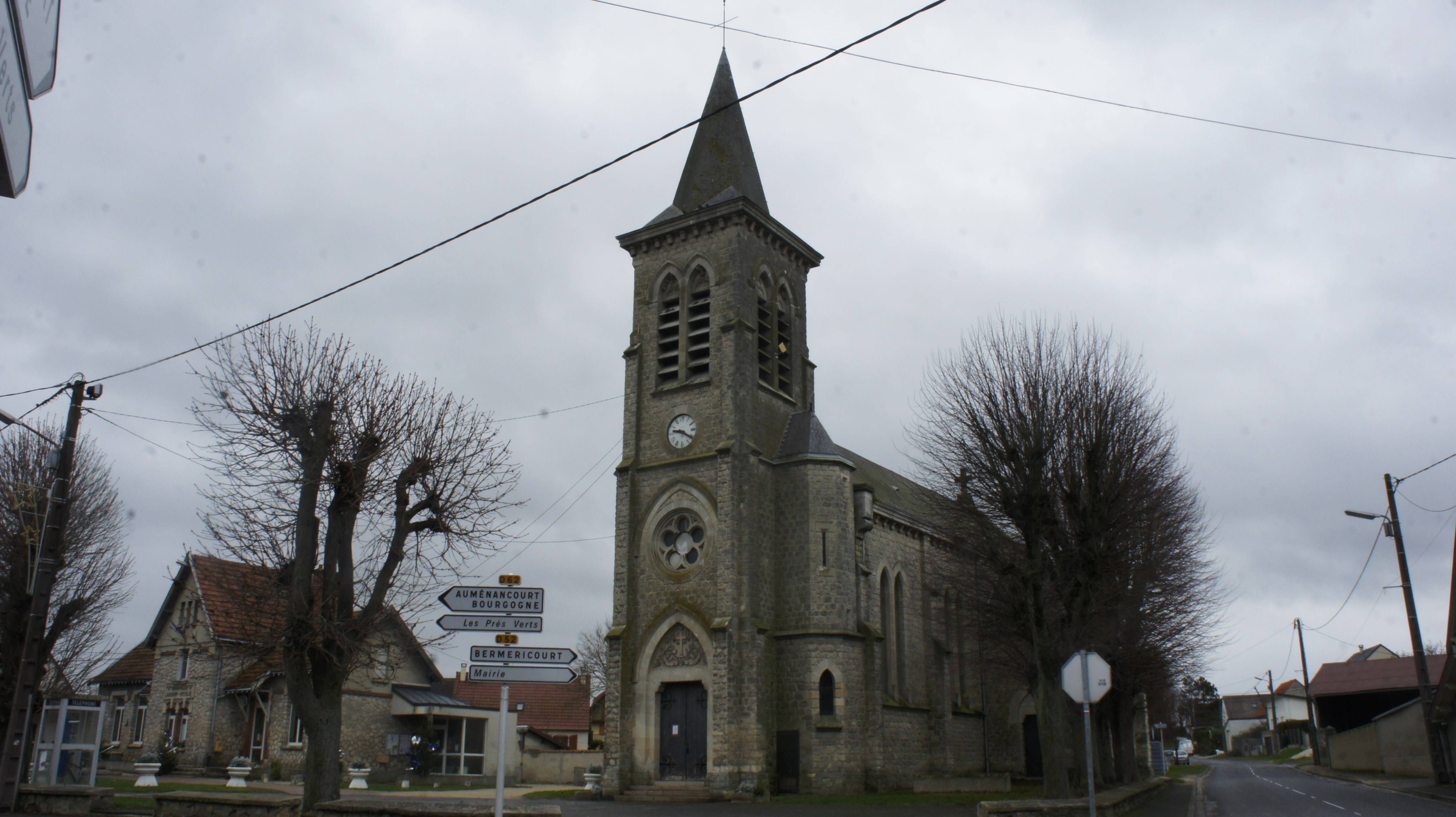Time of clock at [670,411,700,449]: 9:20
